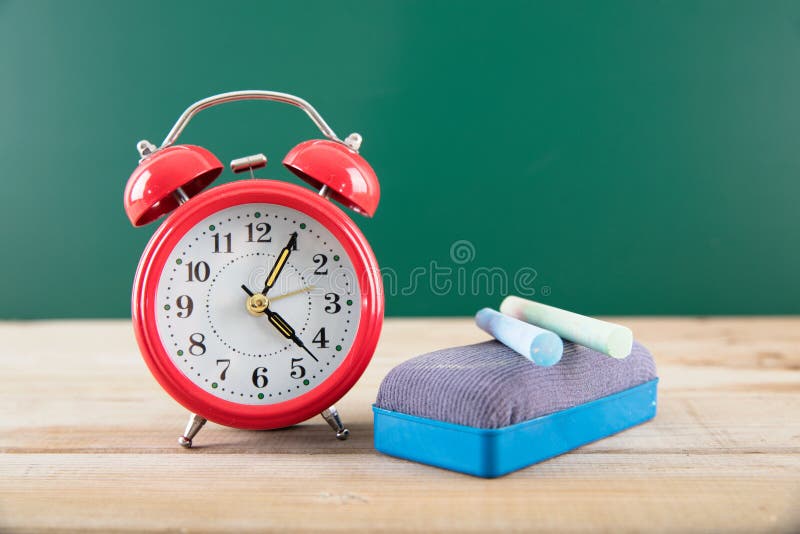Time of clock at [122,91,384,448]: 4:22
